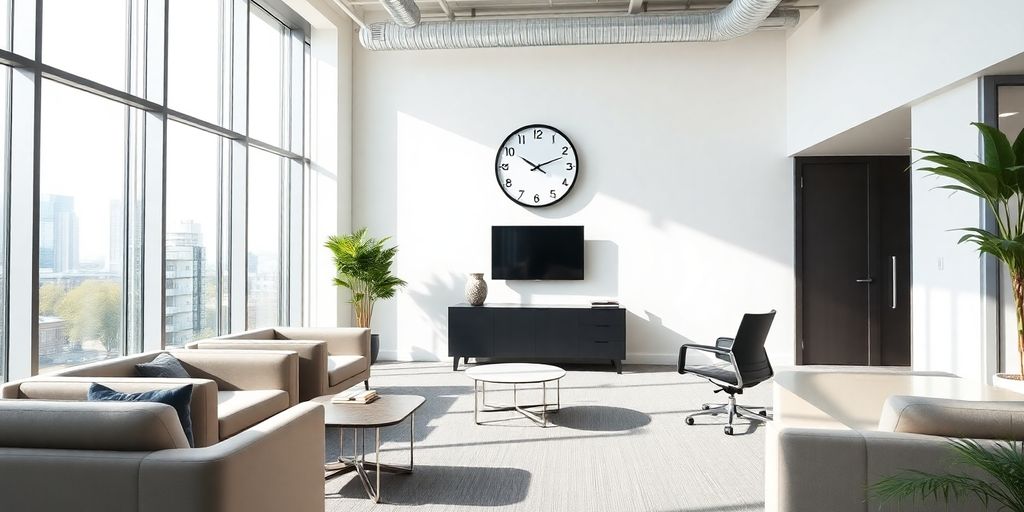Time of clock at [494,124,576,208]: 10:11
